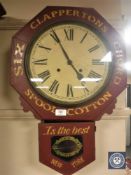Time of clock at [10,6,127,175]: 4:55
